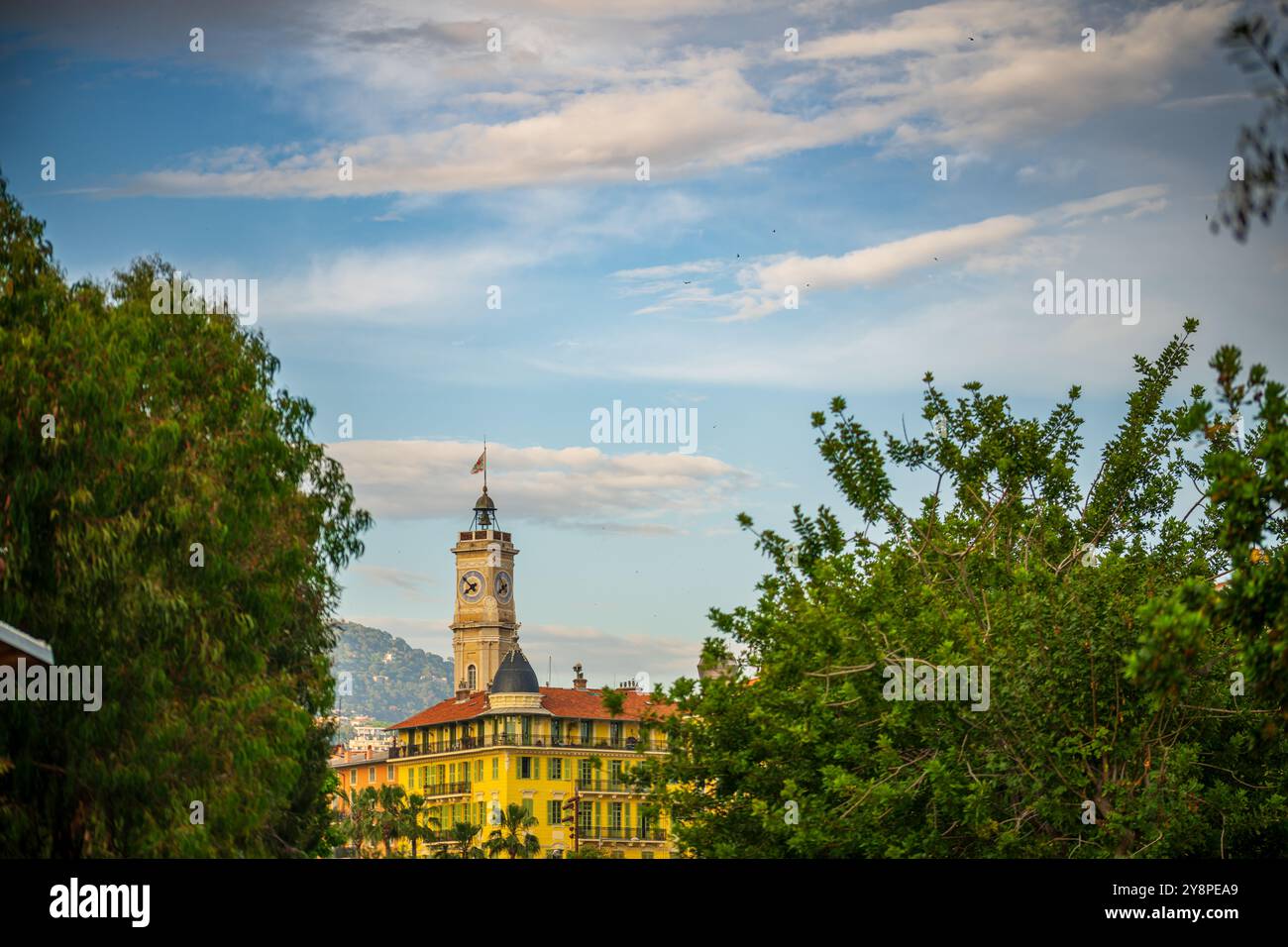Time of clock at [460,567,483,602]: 7:51
